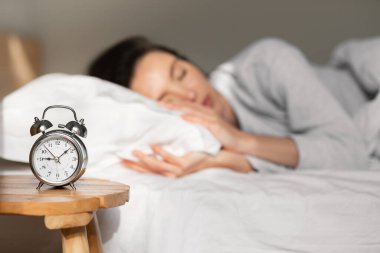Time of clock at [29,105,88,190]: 9:08
